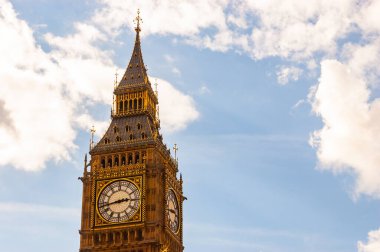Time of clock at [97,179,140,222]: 2:43
